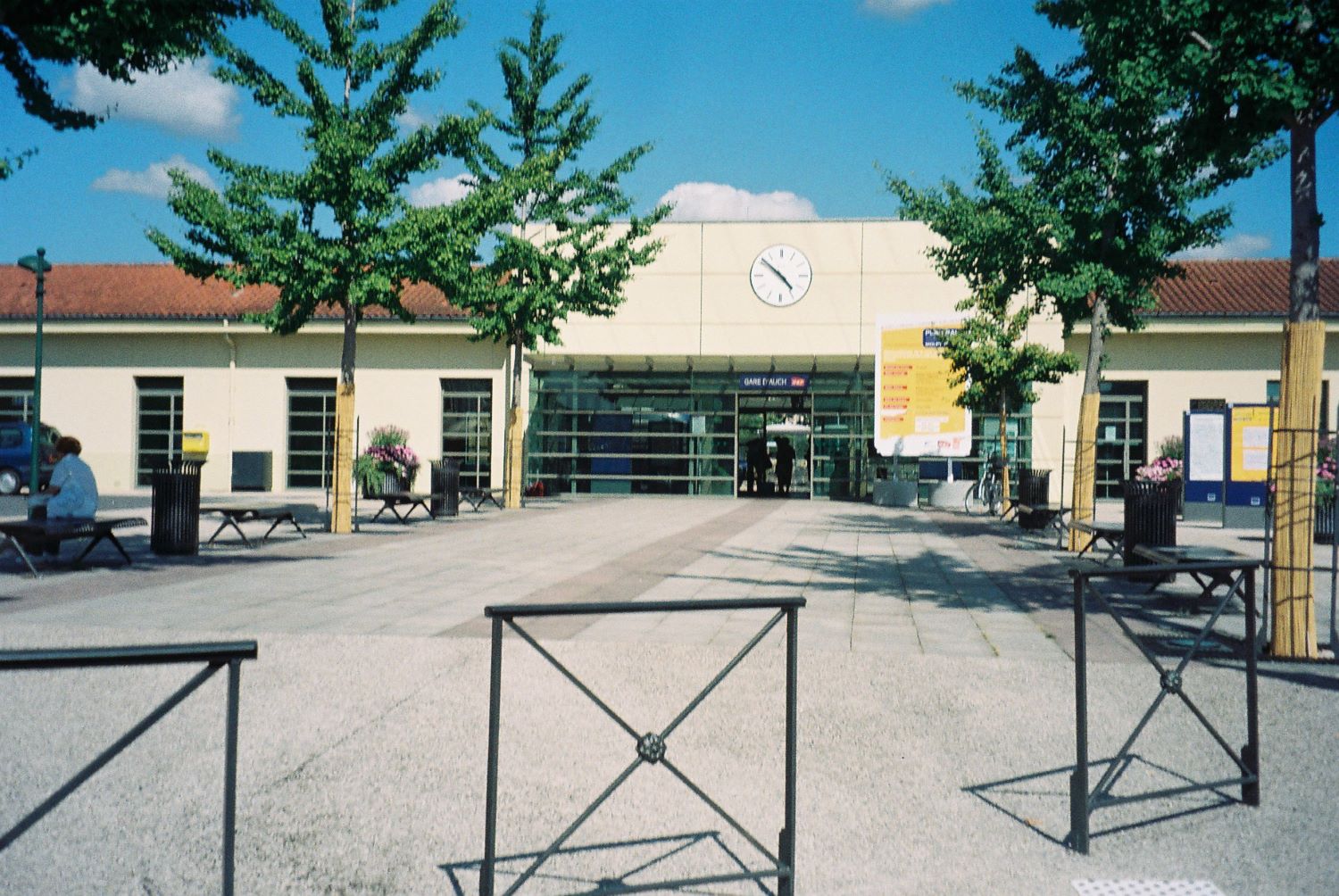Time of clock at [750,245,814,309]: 4:51
